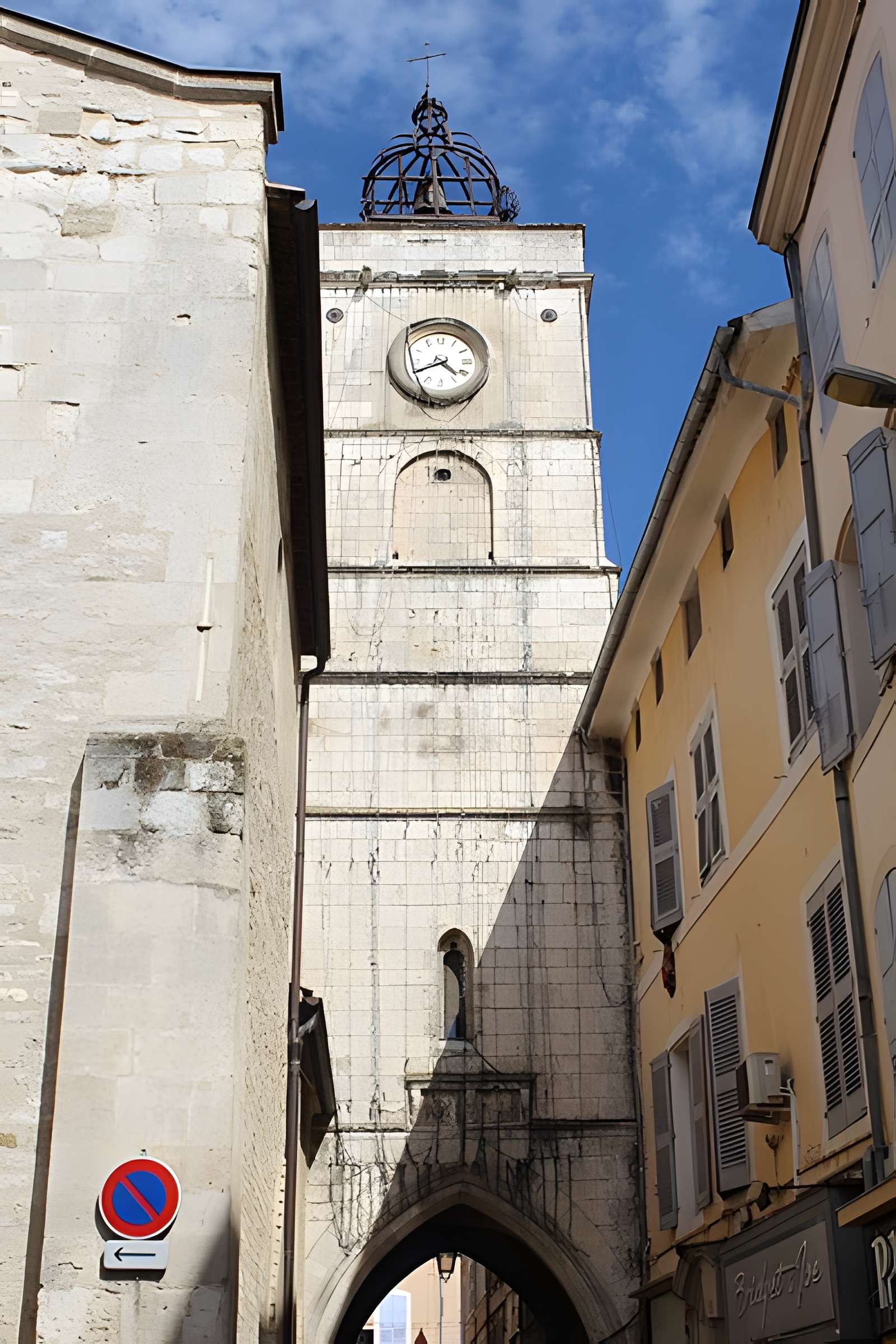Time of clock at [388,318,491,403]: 4:40
